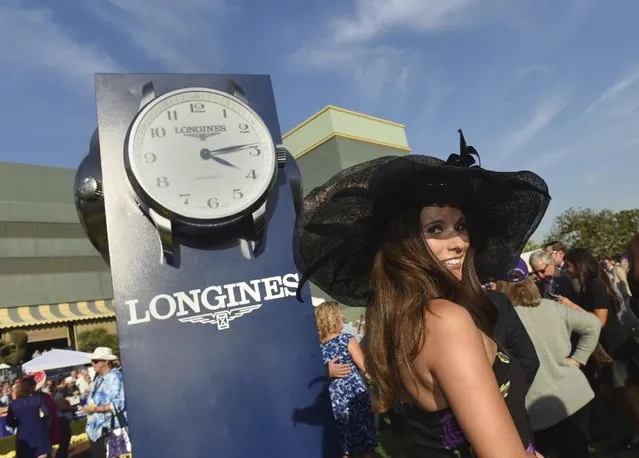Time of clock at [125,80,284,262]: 4:13
